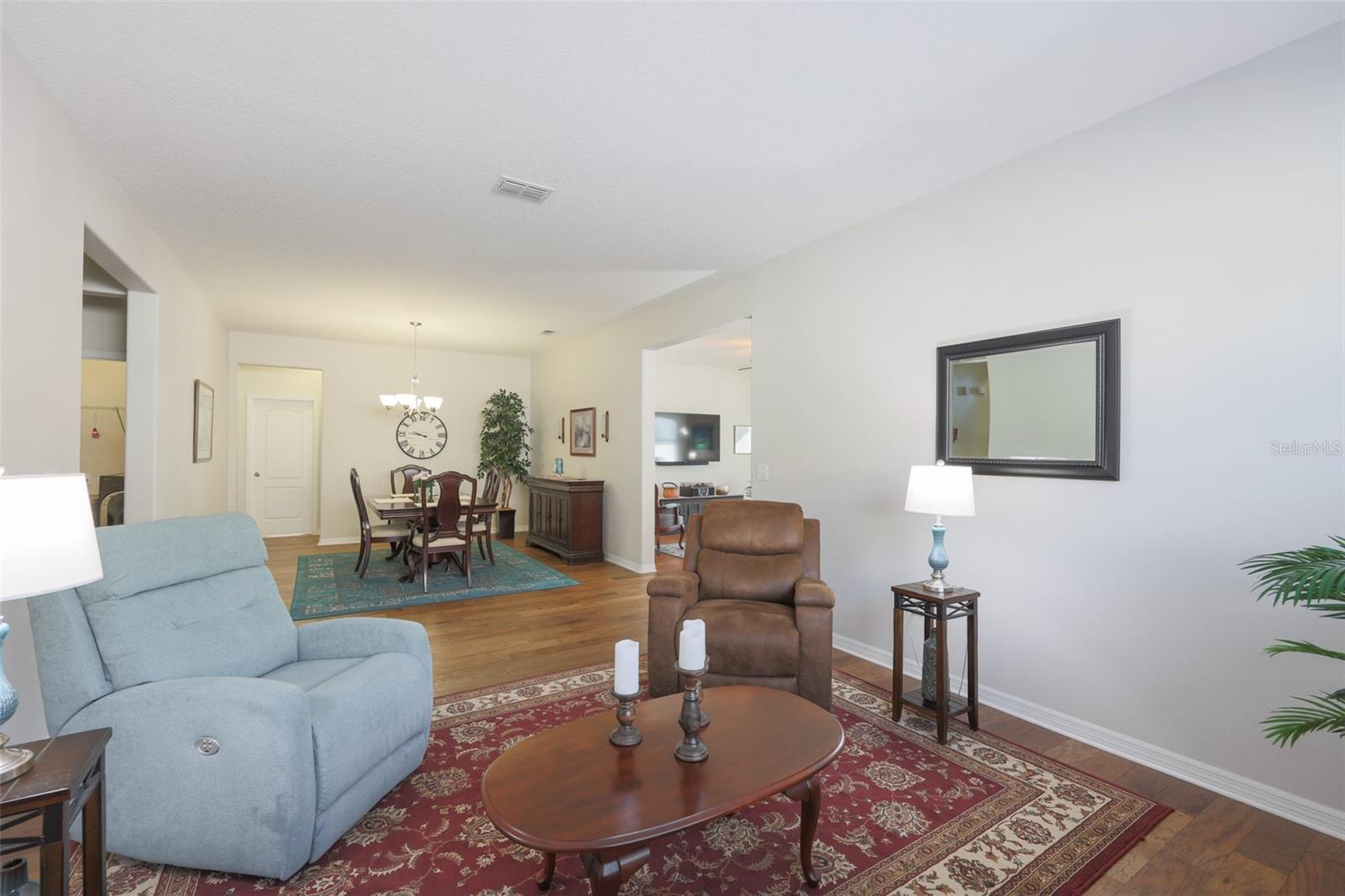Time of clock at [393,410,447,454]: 9:45
